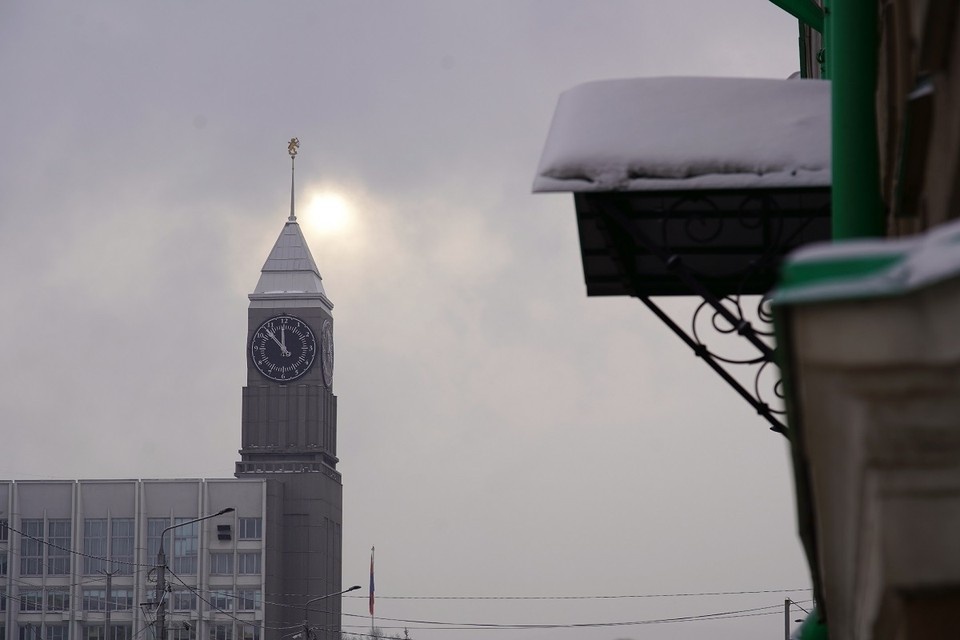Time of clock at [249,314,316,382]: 11:52
